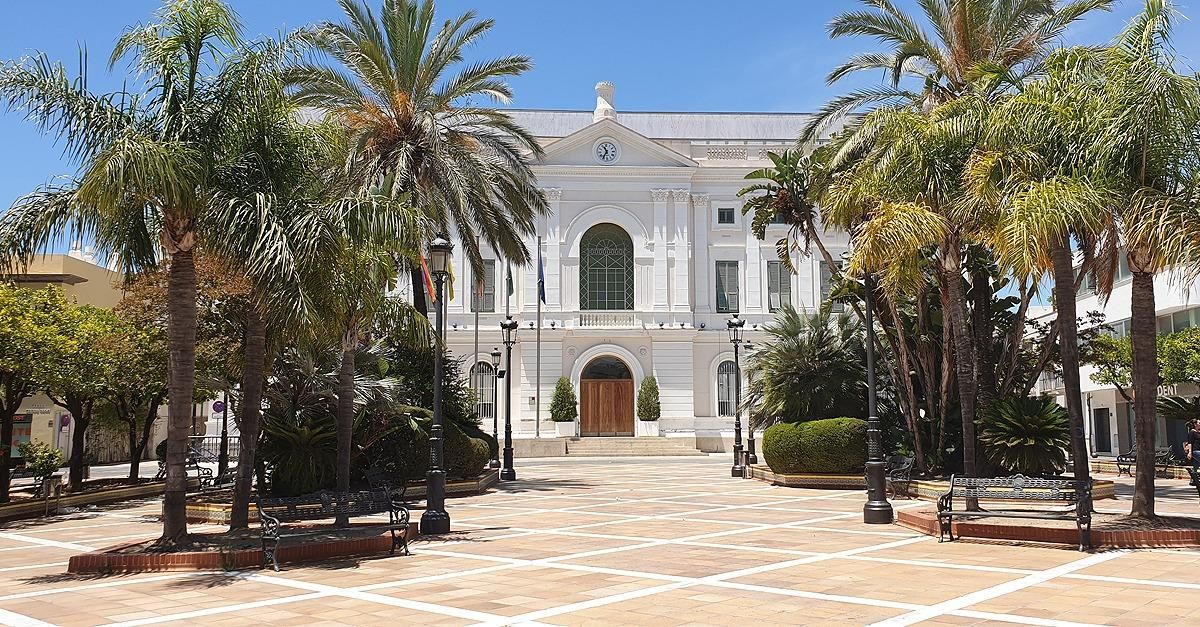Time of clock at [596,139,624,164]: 11:35
